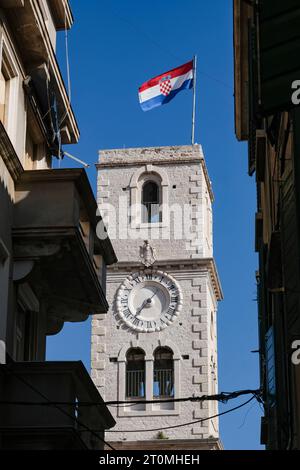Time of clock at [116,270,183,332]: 7:37
